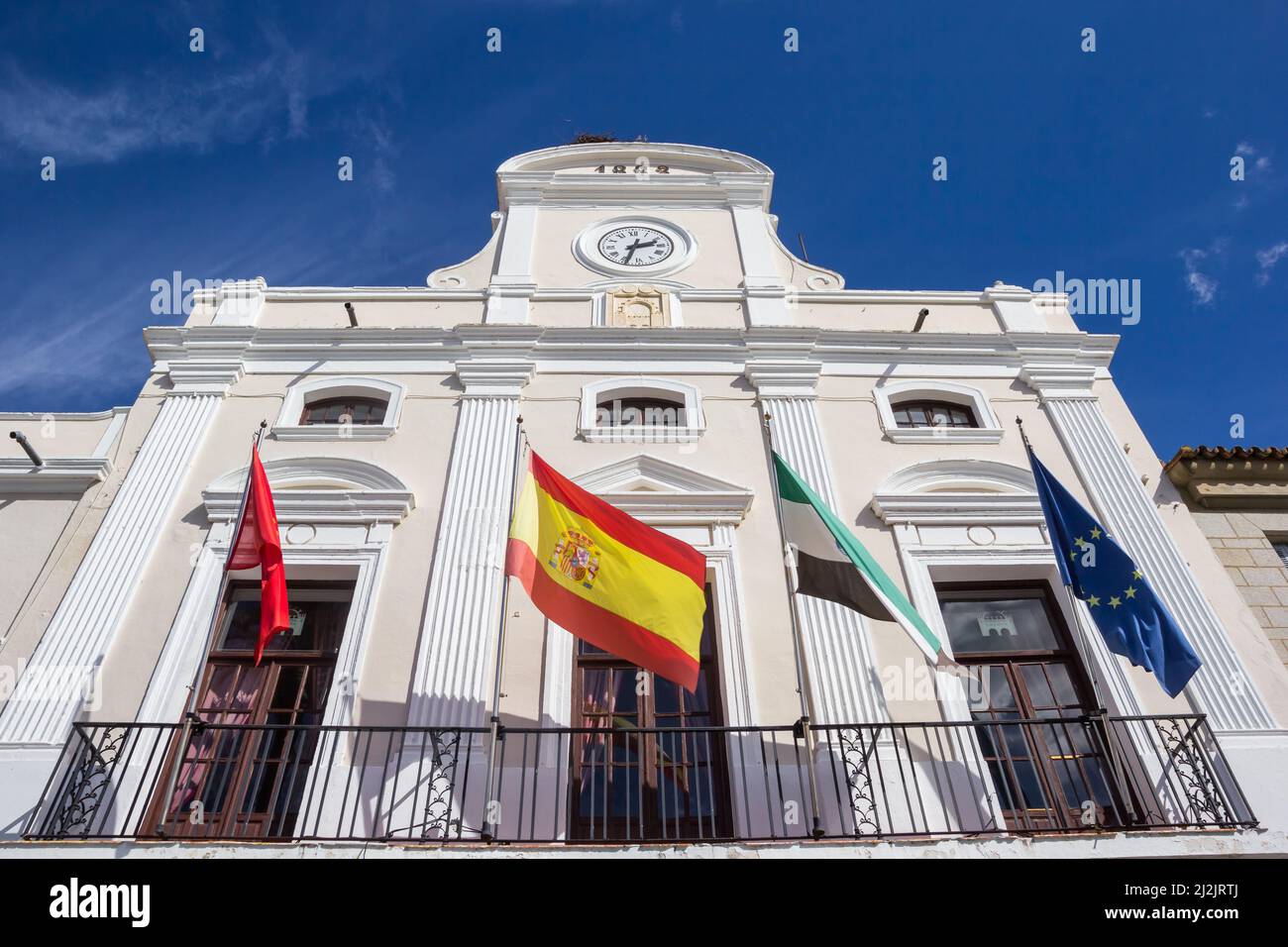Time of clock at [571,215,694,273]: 2:33
